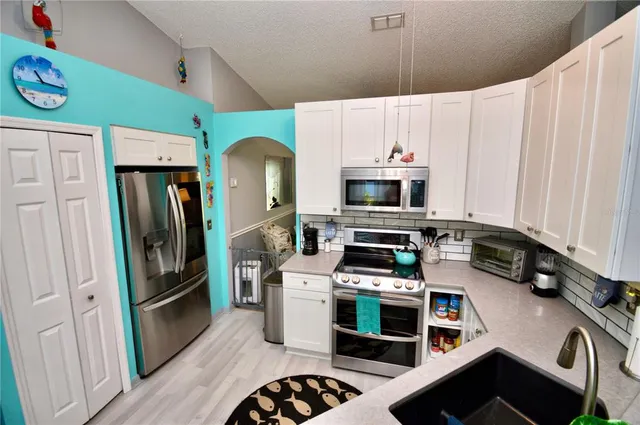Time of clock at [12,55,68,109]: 11:16
